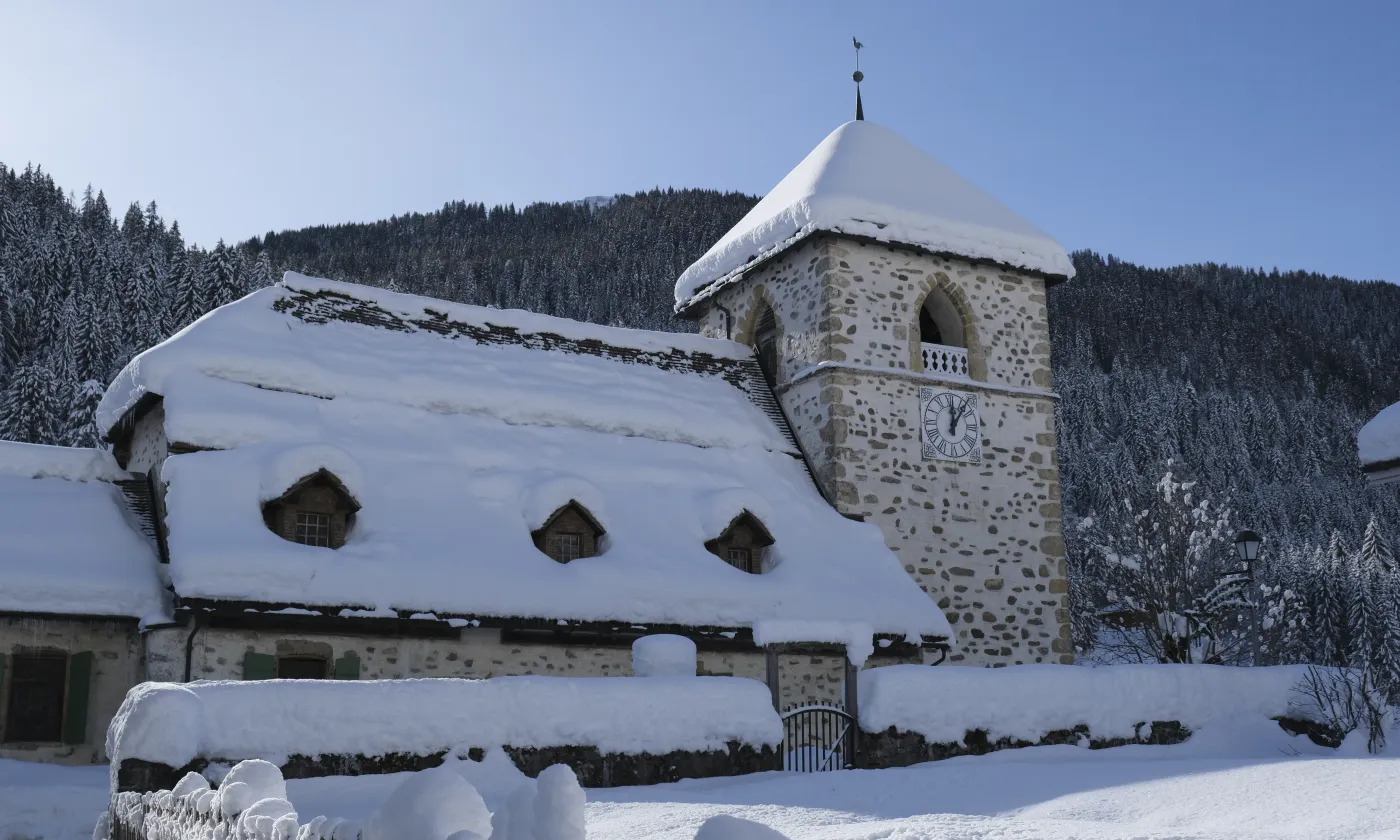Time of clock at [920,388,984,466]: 12:06
